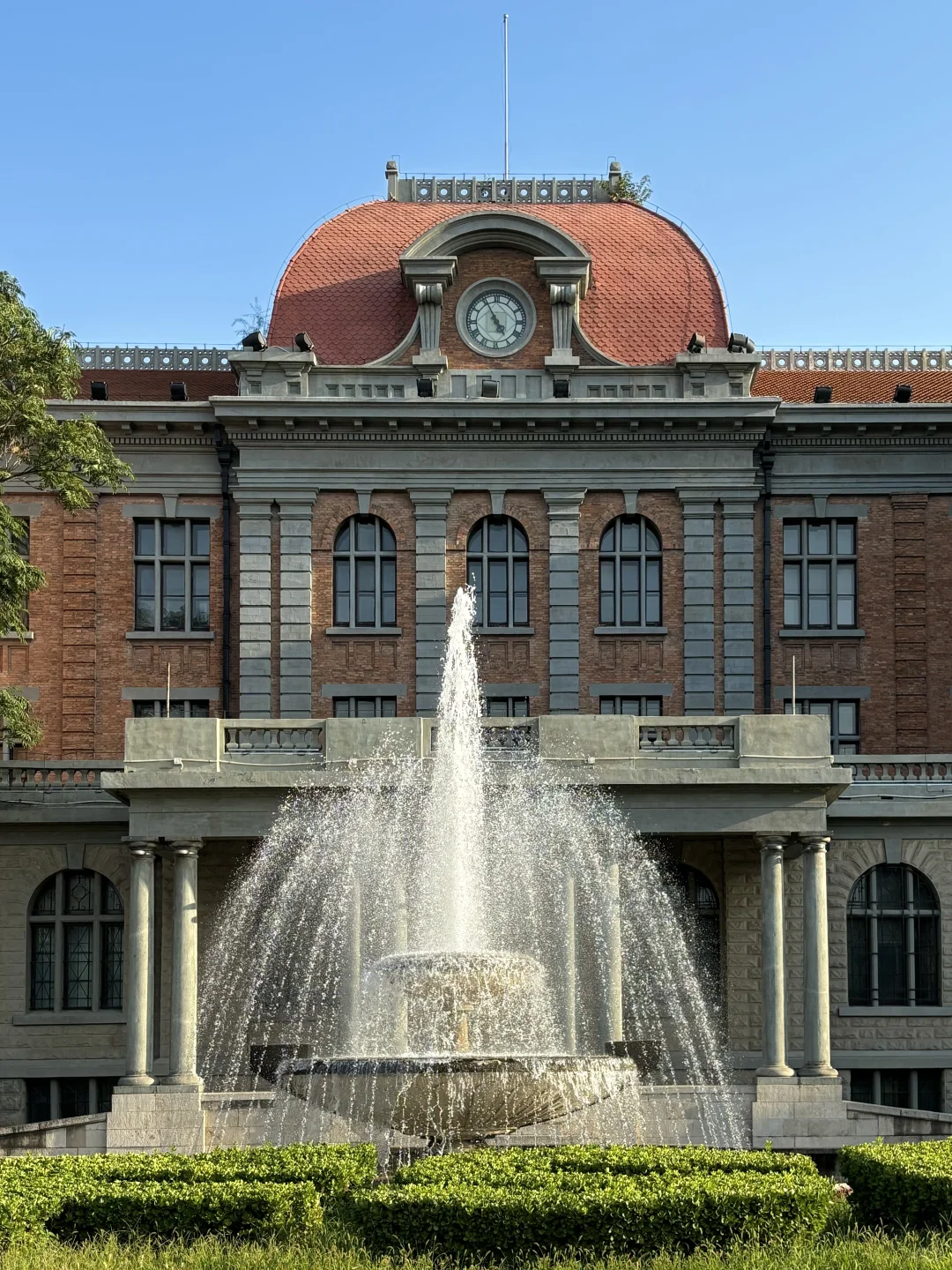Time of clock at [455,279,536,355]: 4:55
